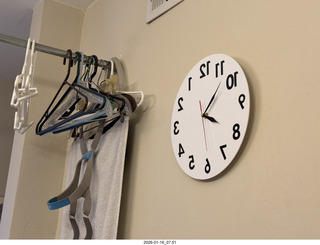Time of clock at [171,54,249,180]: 4:07
